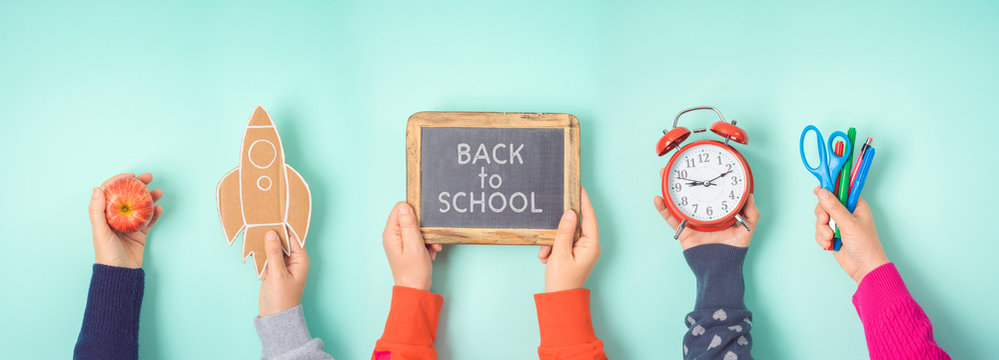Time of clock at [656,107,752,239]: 9:11
